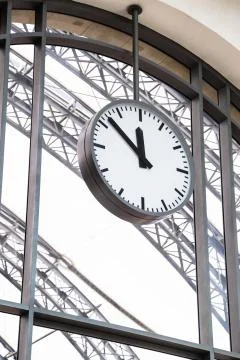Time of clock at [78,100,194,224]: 11:52
